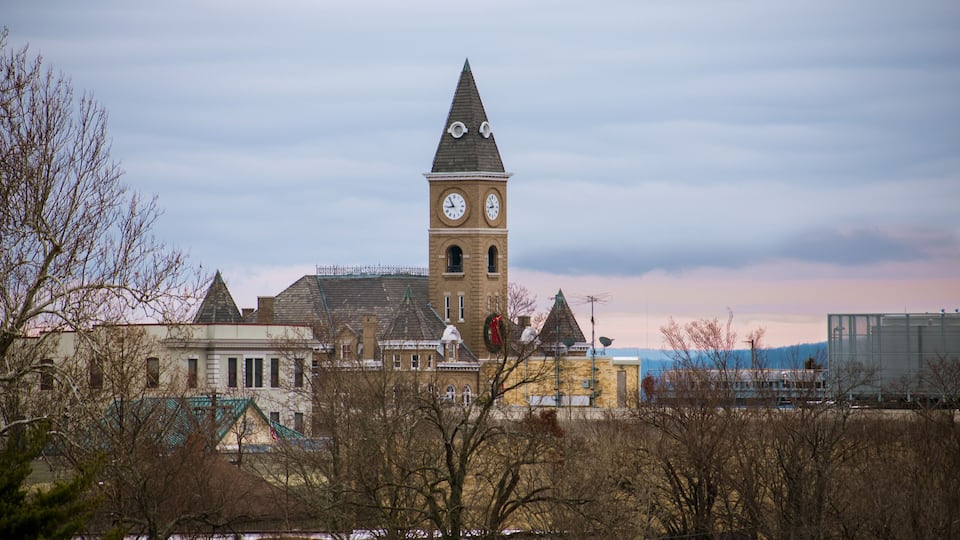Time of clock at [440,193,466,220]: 8:54
